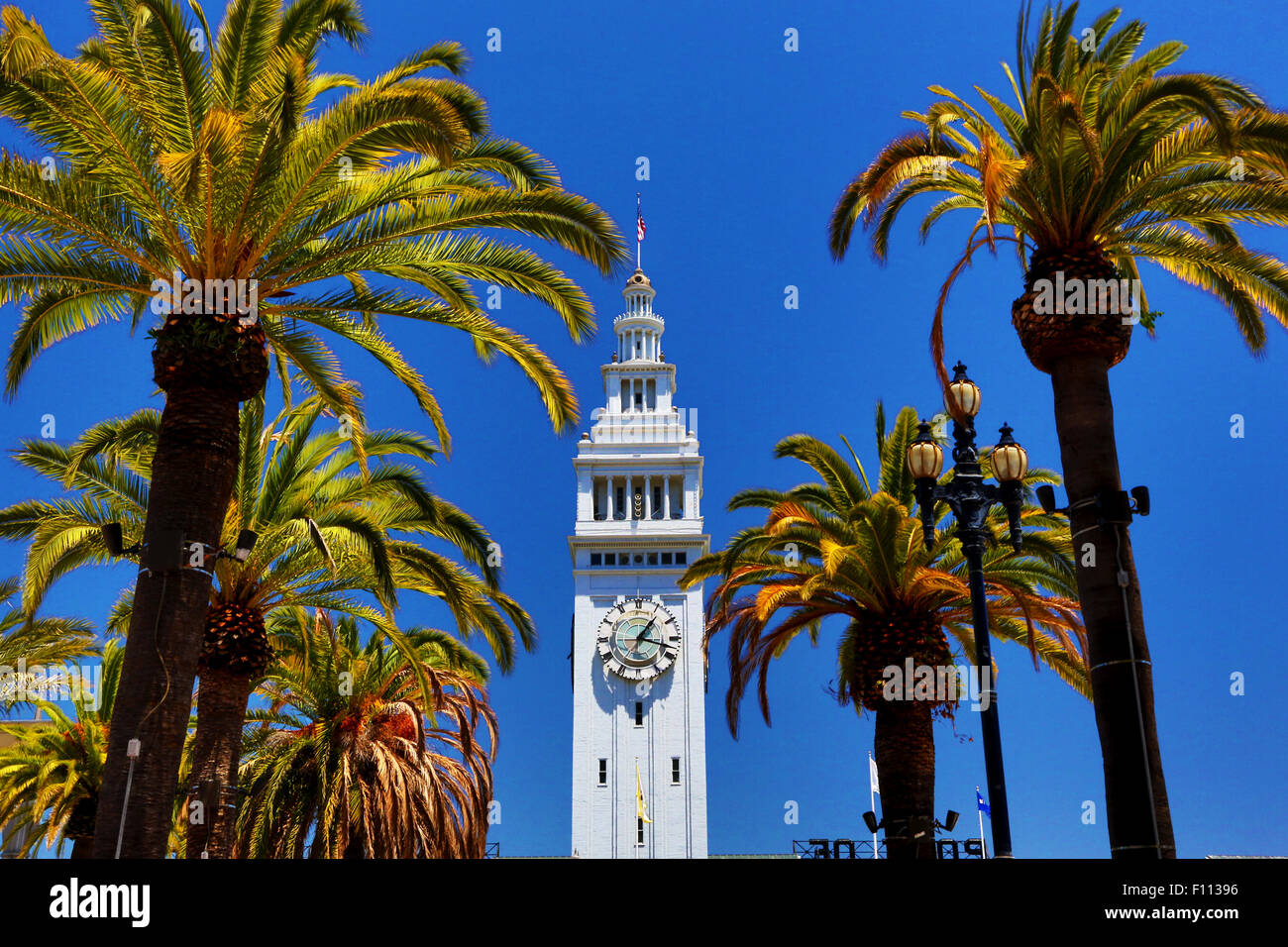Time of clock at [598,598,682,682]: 1:17
